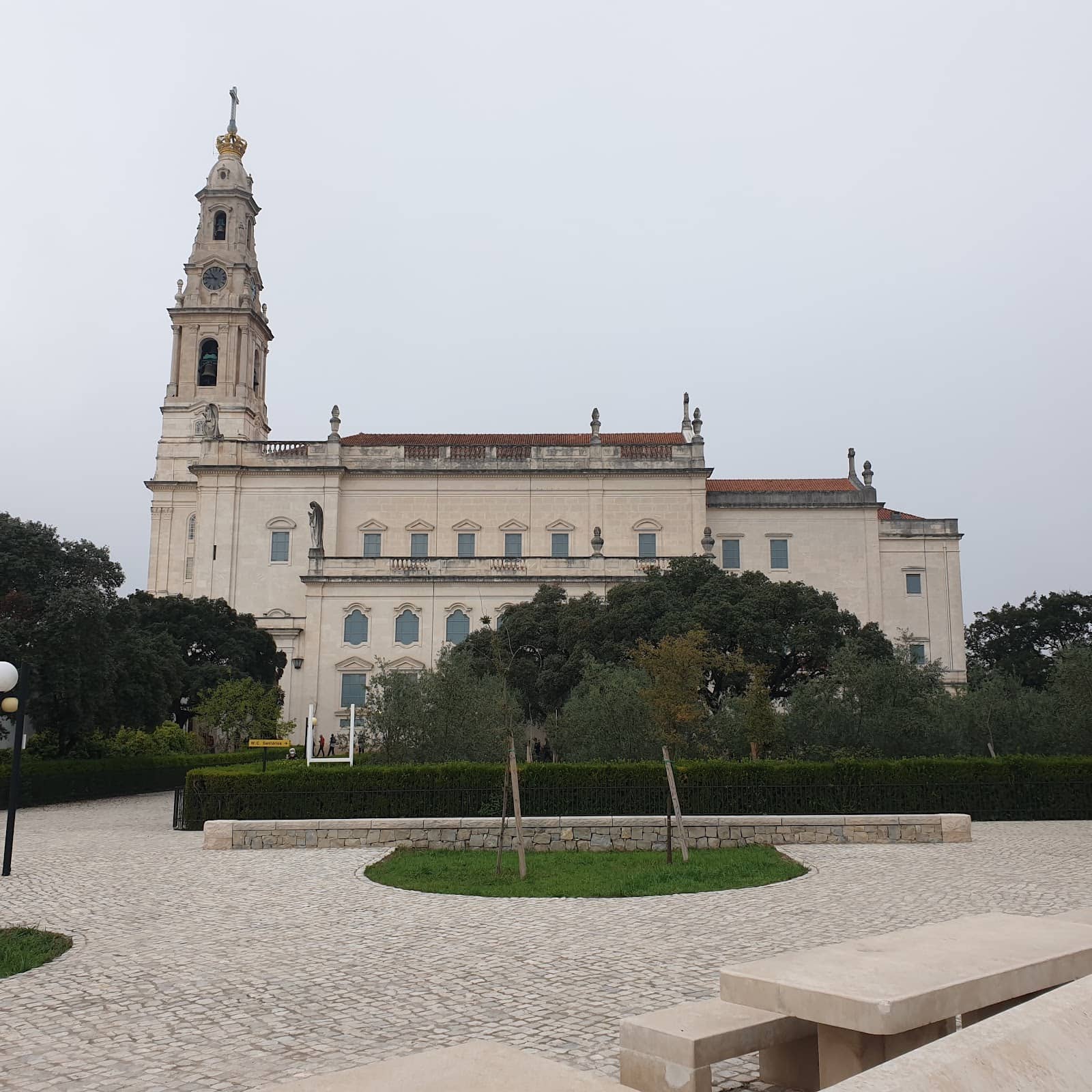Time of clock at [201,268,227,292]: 10:45
